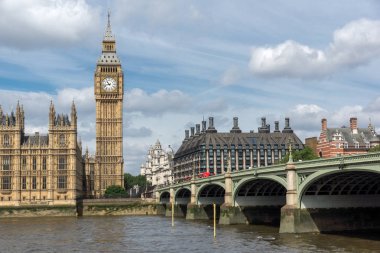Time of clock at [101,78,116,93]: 10:42
